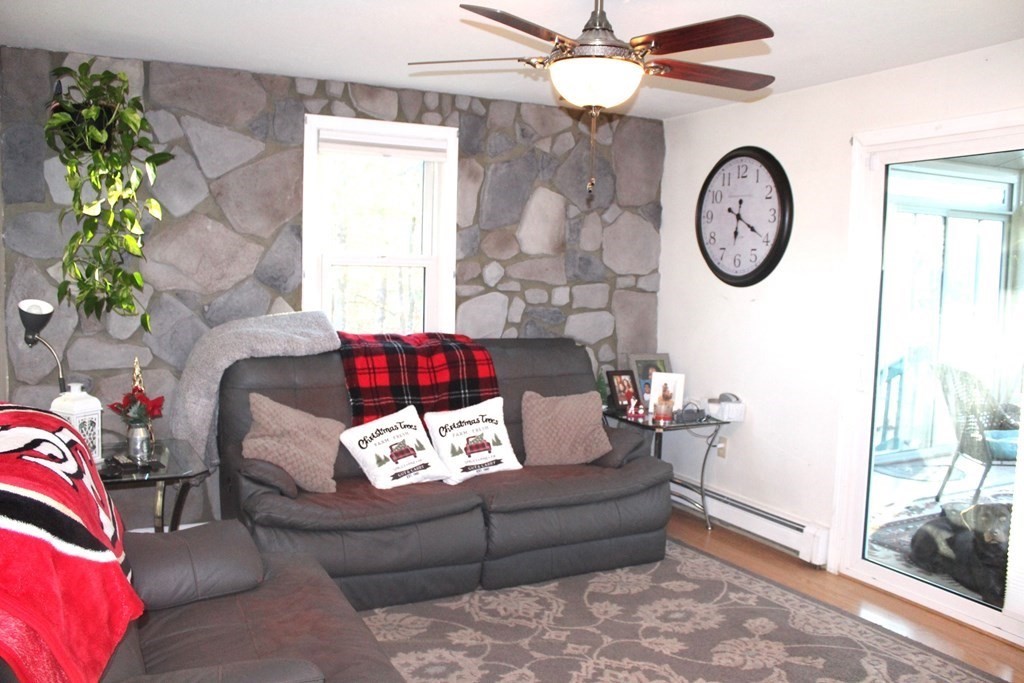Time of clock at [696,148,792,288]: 6:20
